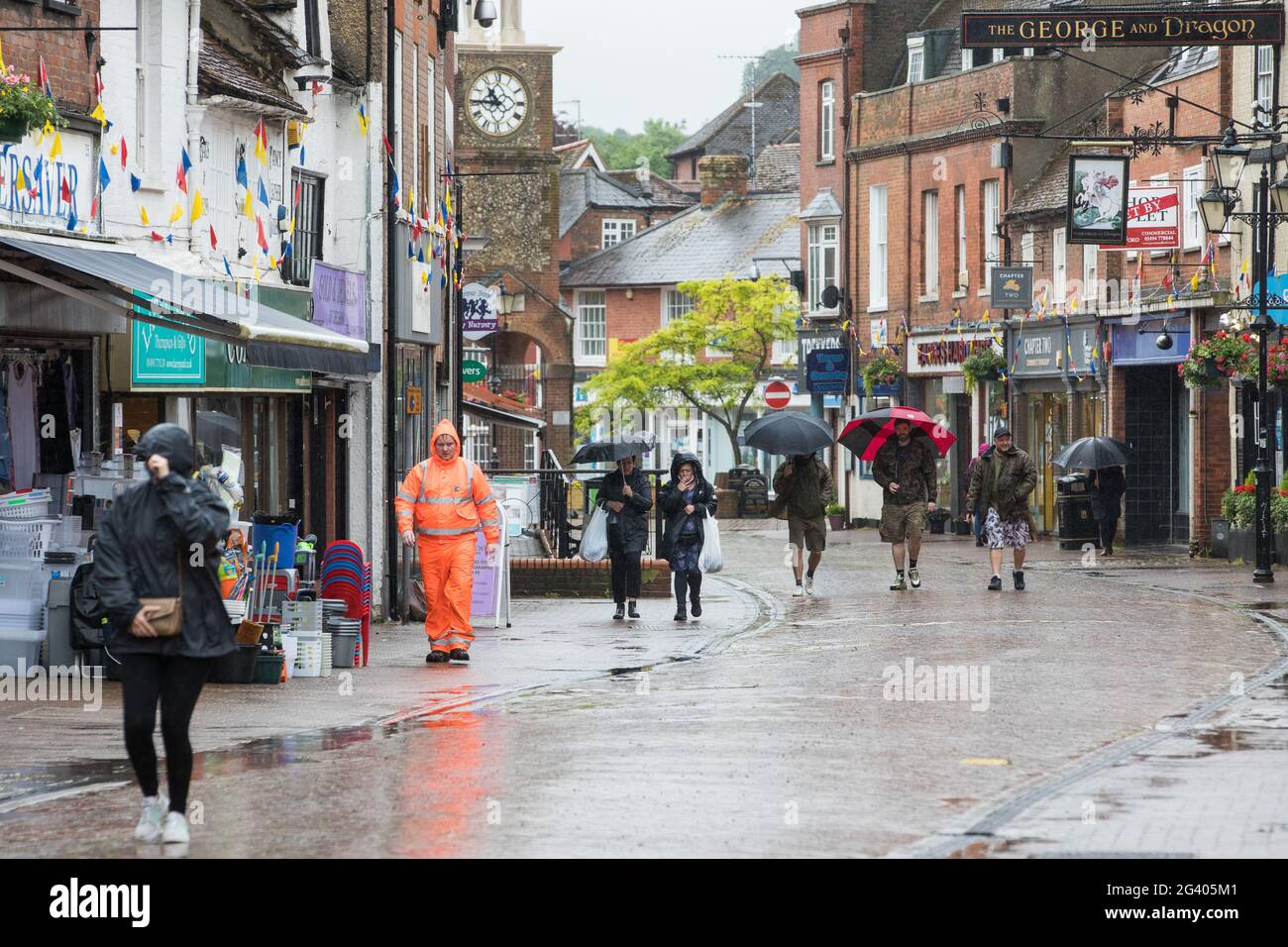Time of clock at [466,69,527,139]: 10:45
